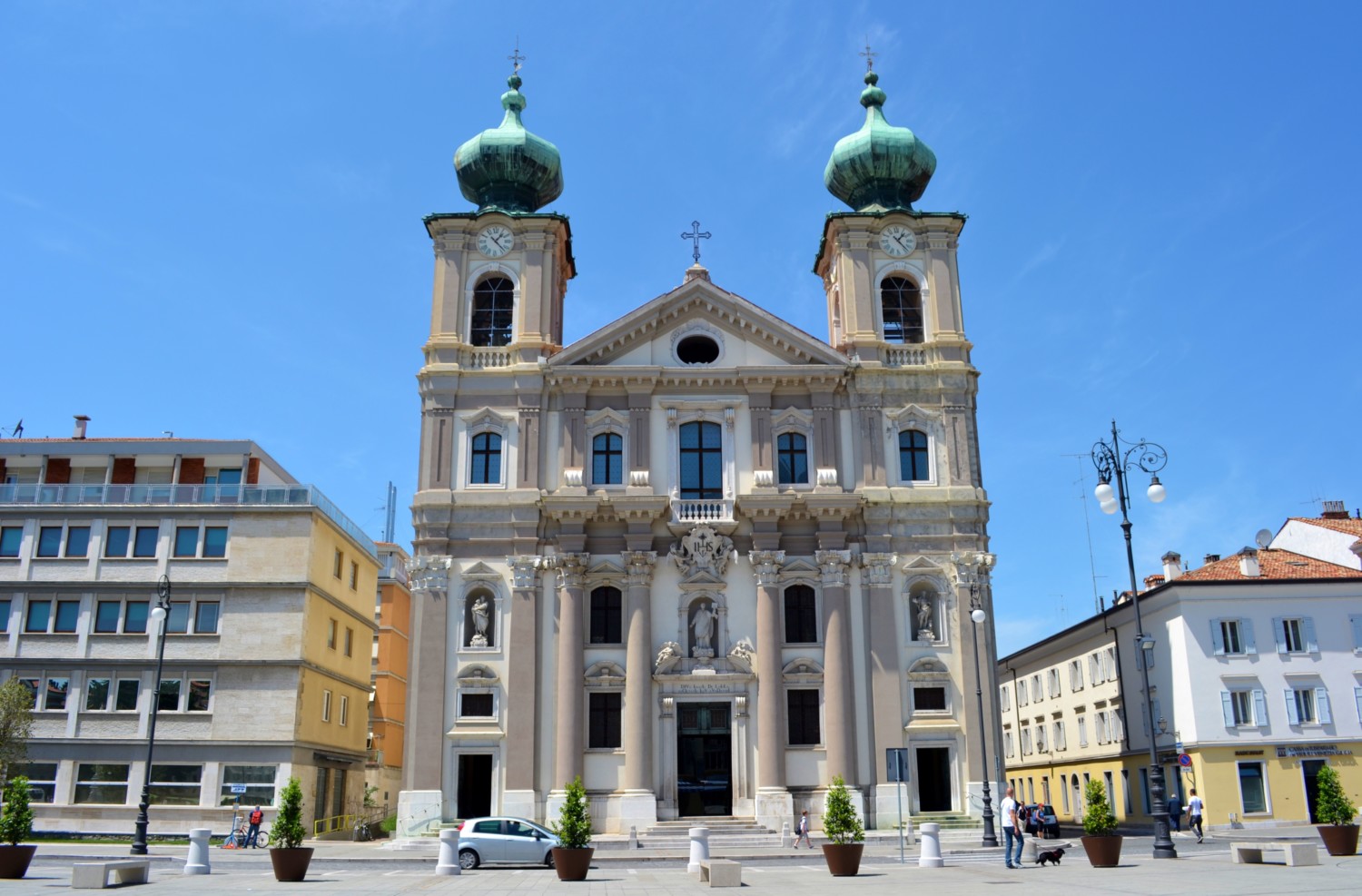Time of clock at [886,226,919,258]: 1:23
